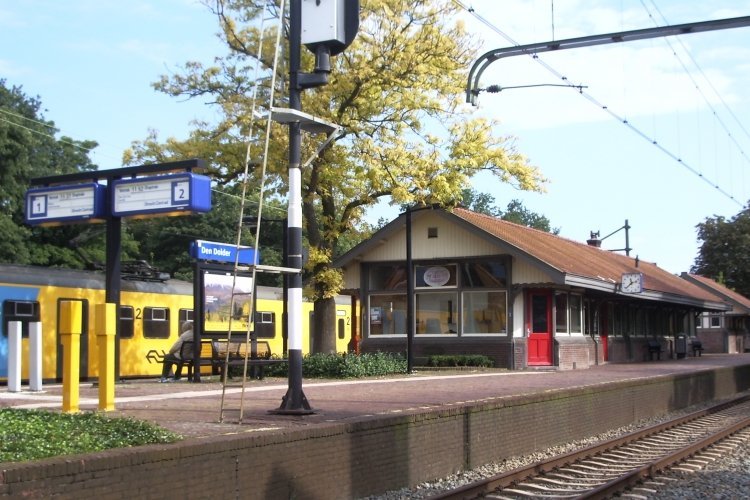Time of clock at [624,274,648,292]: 11:37
